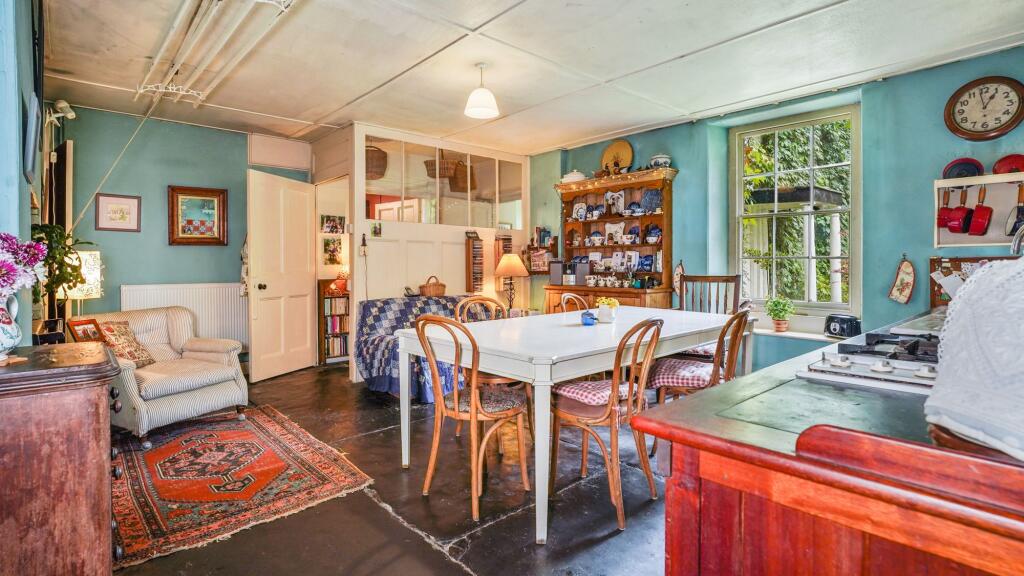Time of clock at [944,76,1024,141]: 12:58
